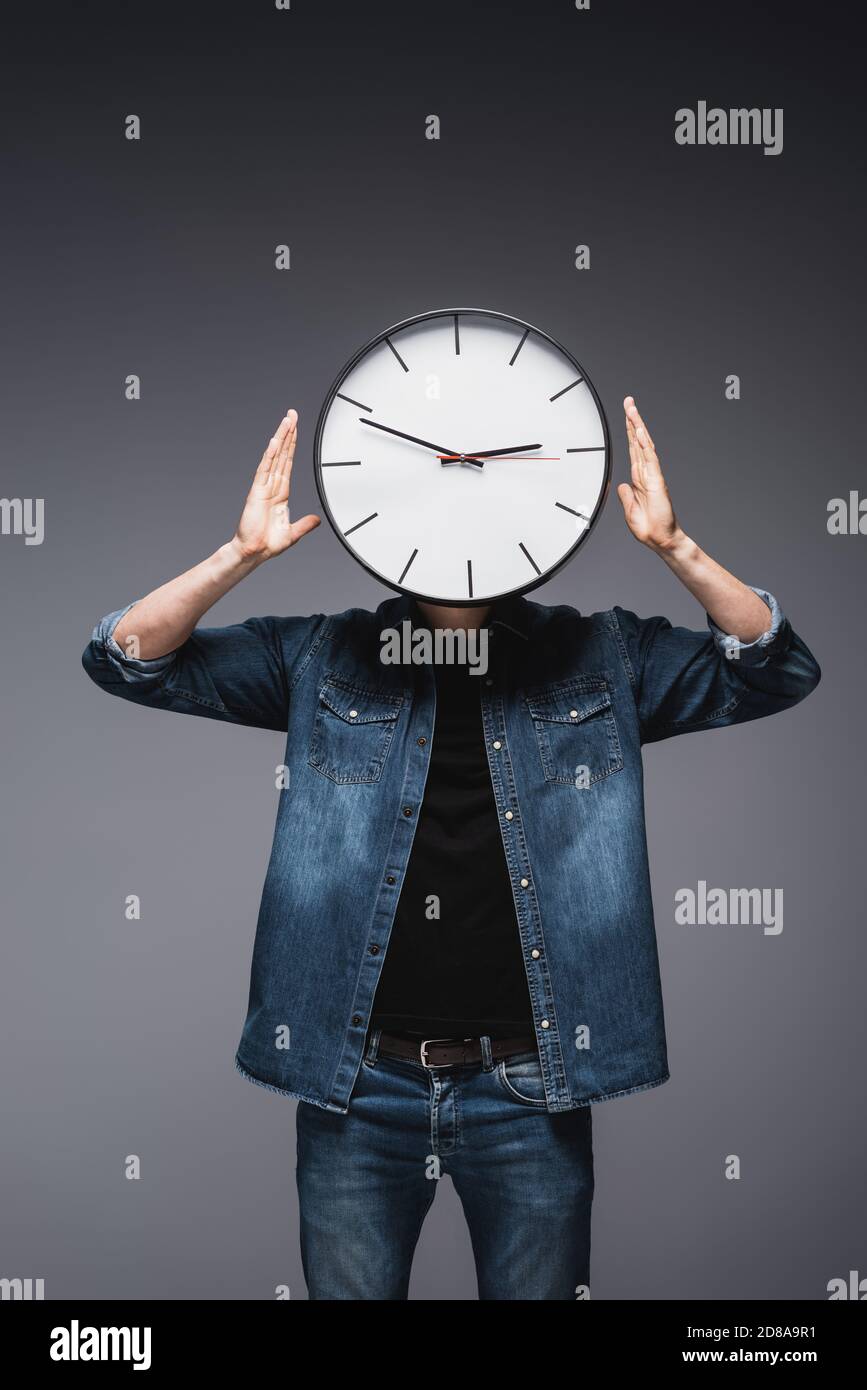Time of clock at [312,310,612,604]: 2:48
